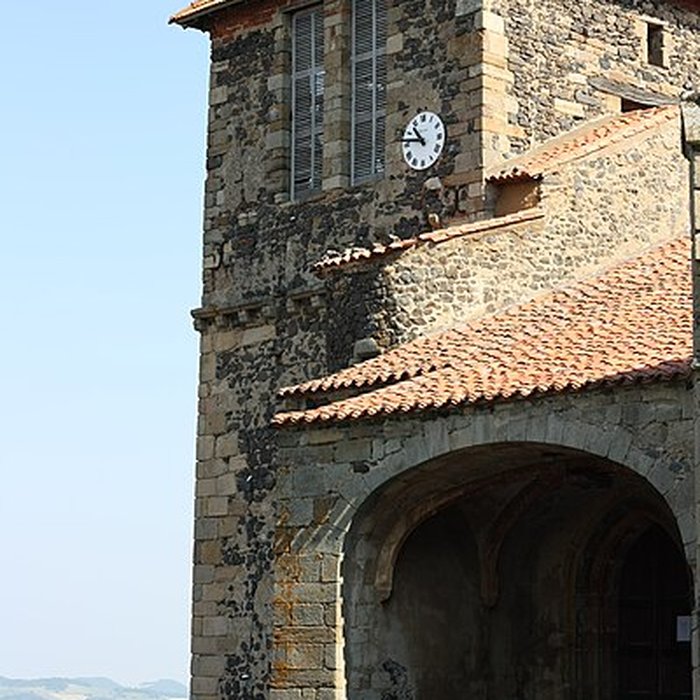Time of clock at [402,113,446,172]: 10:46
